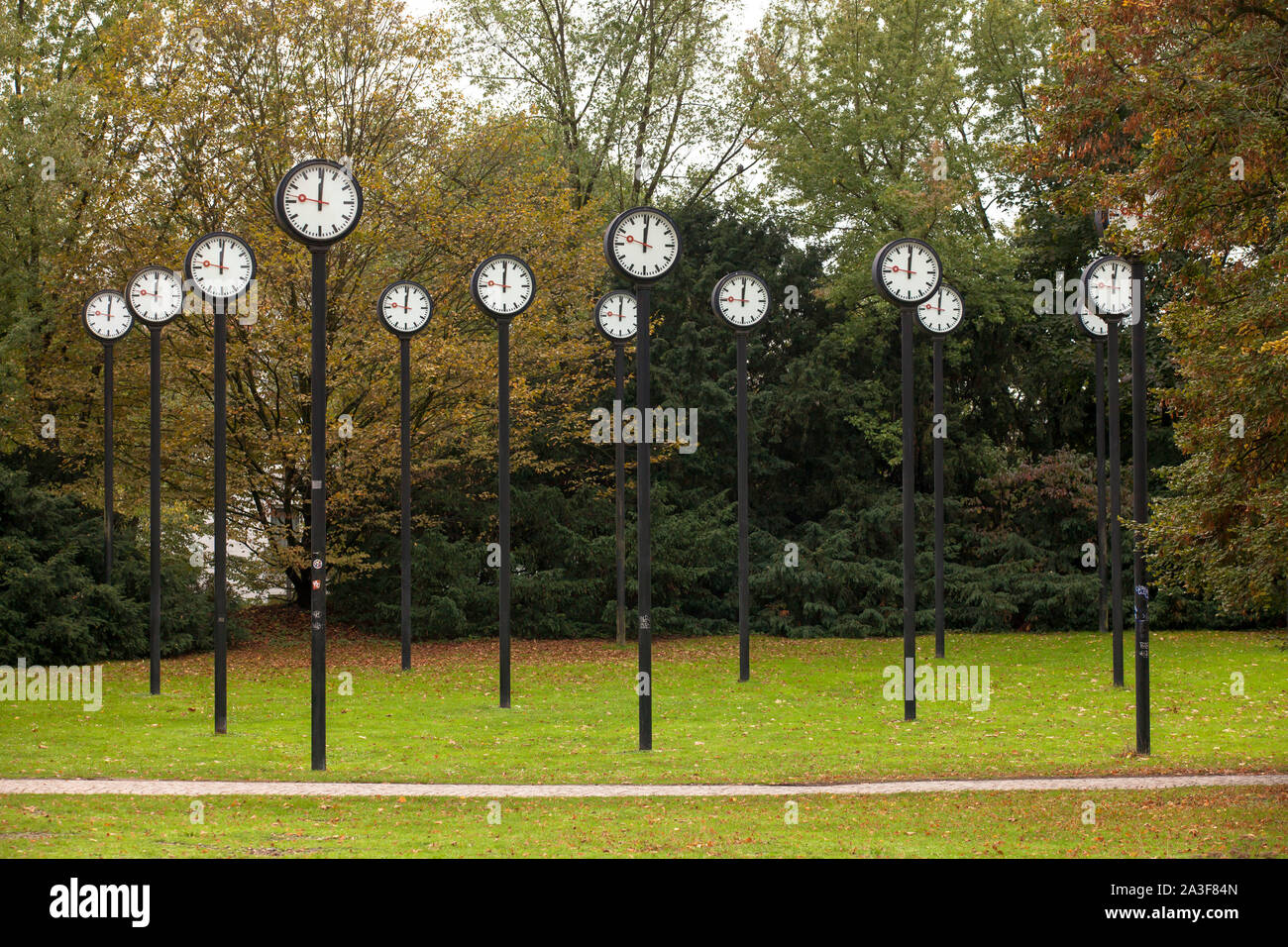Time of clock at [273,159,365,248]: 12:00
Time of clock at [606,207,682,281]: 12:01
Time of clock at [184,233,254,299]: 12:01
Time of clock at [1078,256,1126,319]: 12:01
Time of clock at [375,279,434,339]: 12:01
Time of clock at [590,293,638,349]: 12:00
